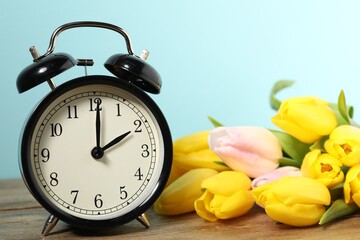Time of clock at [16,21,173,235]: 2:00
